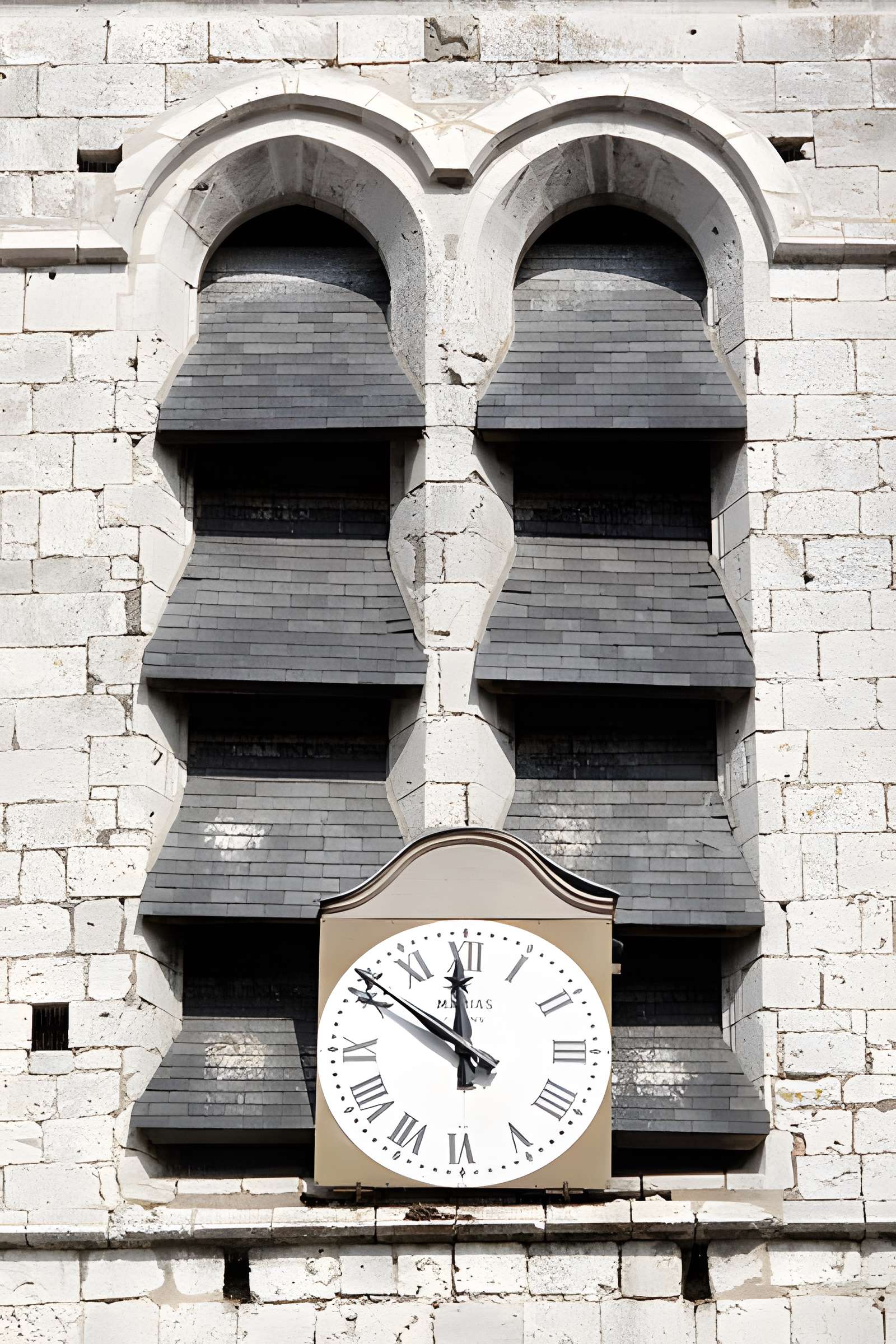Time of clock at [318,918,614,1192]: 11:50
